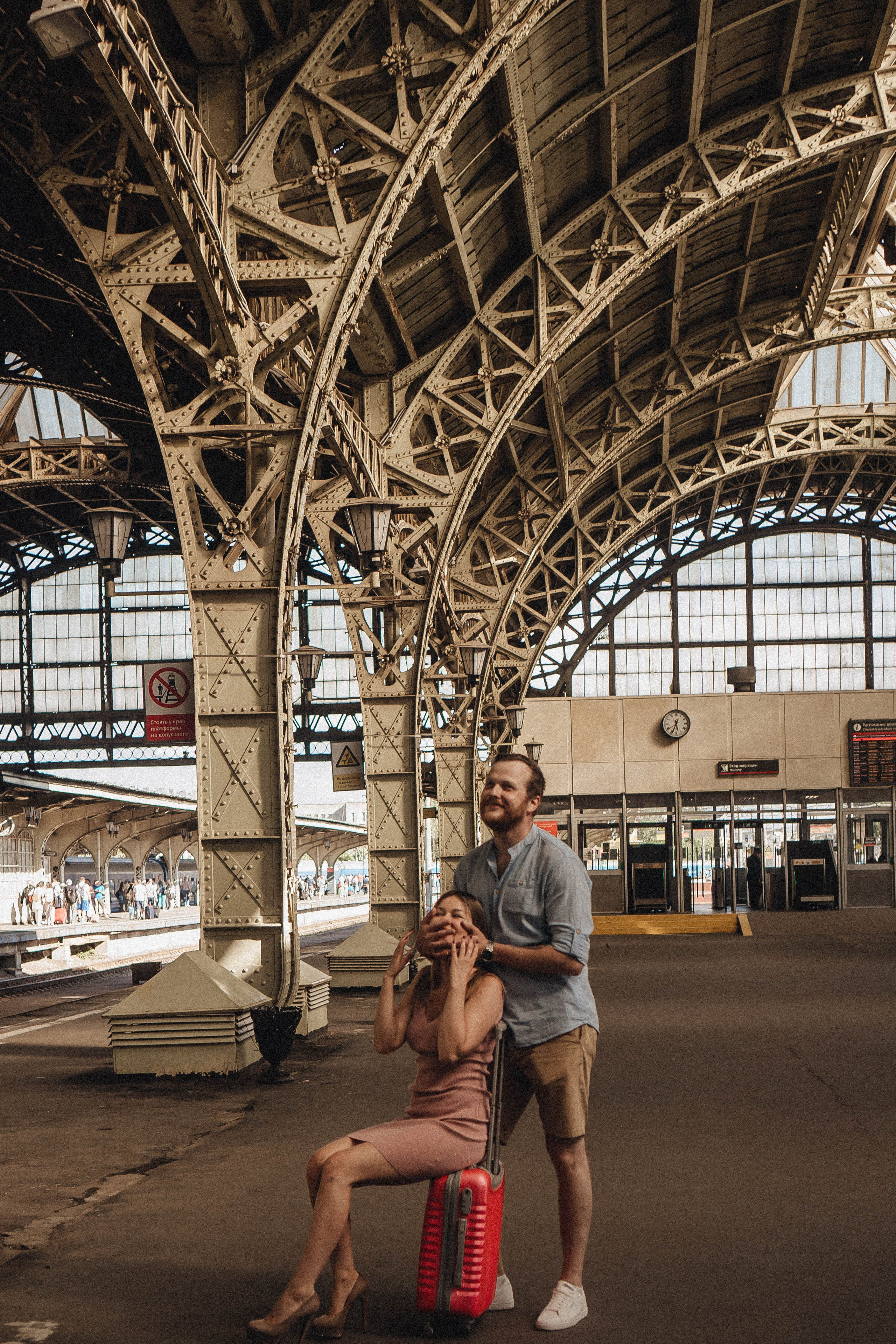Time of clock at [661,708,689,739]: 5:34
